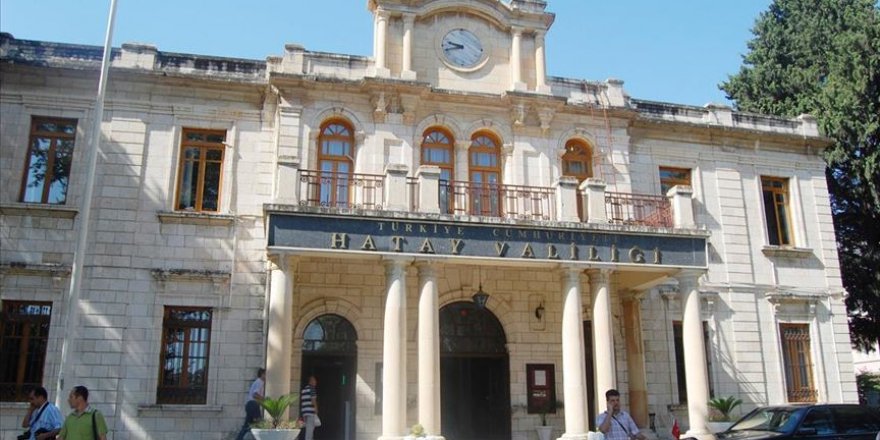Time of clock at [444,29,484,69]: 9:42
